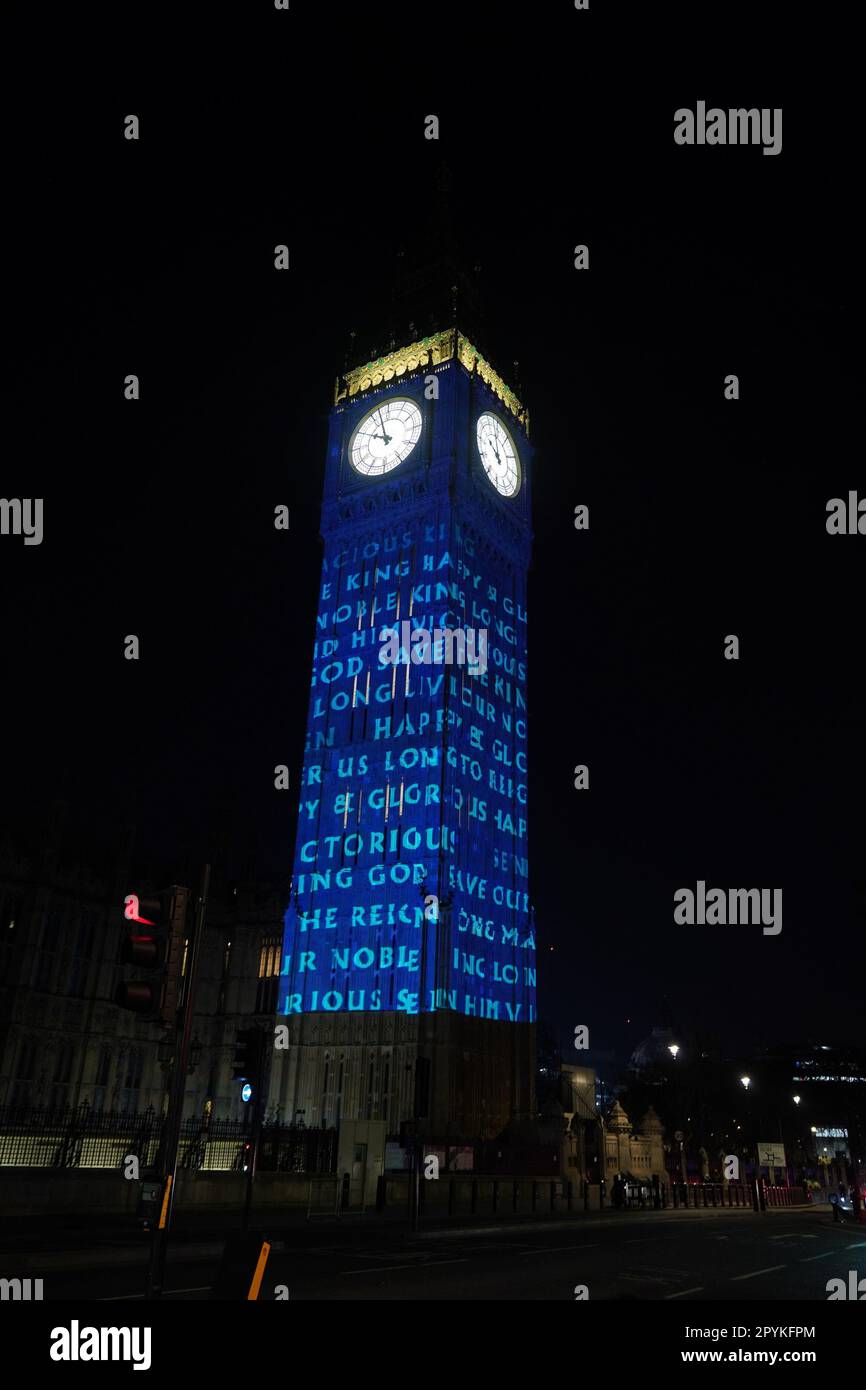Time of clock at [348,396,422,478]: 9:57
